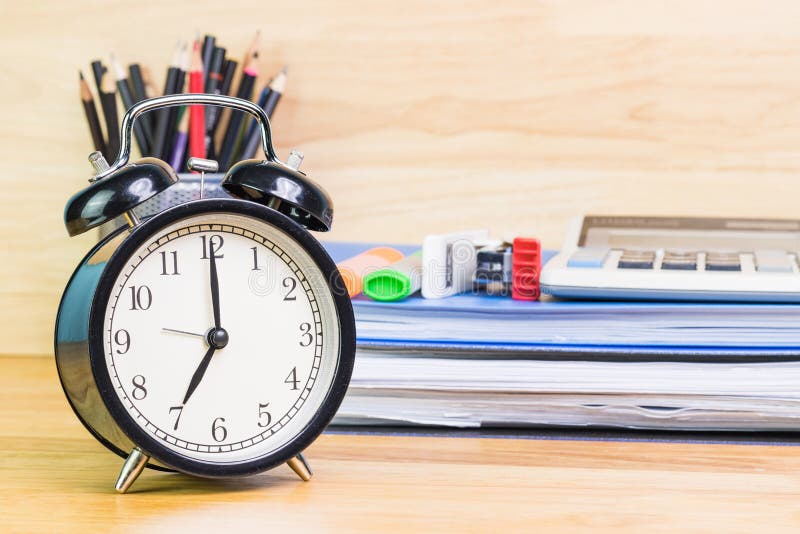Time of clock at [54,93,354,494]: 7:00
